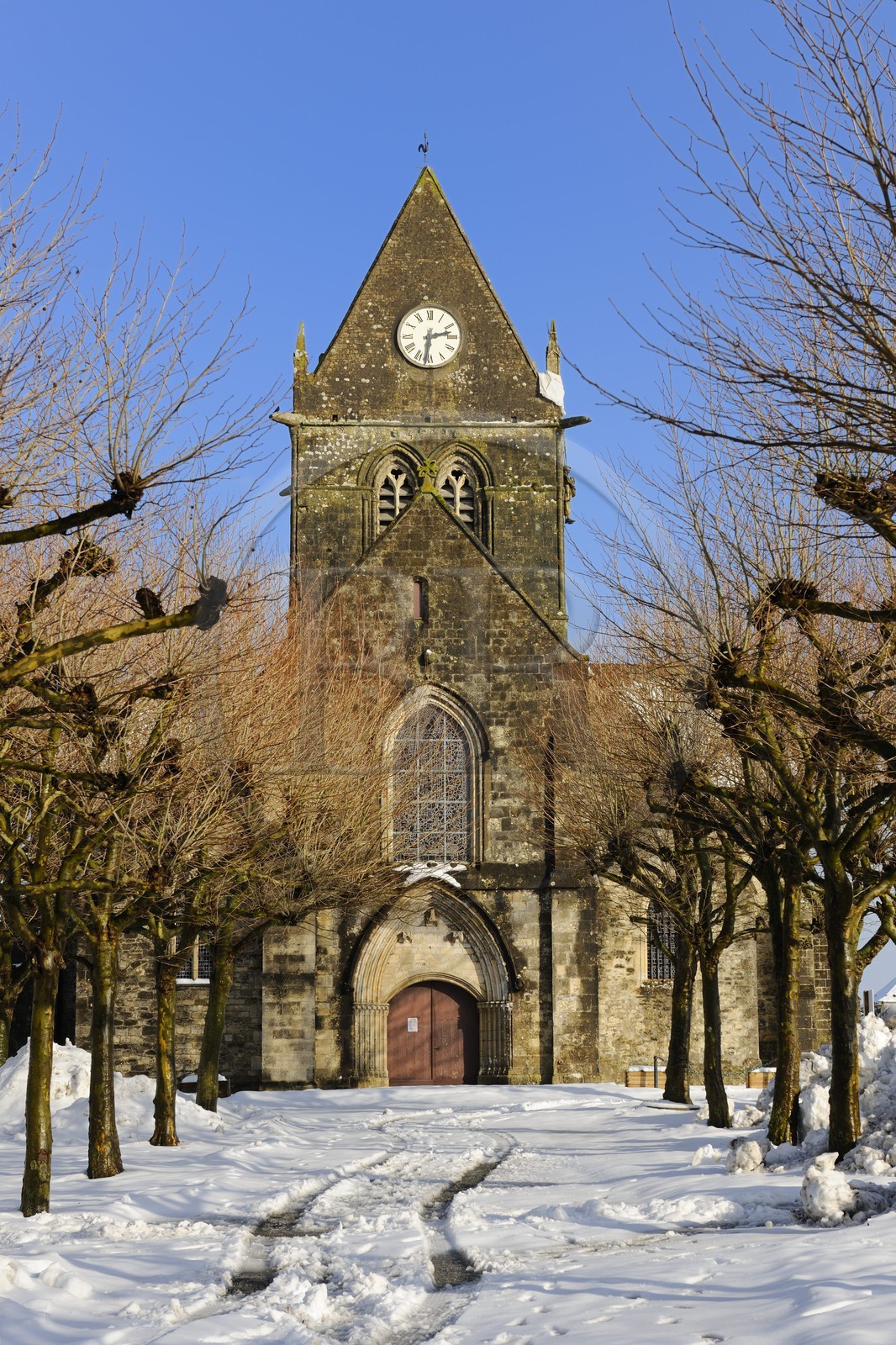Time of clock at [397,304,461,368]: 2:31
